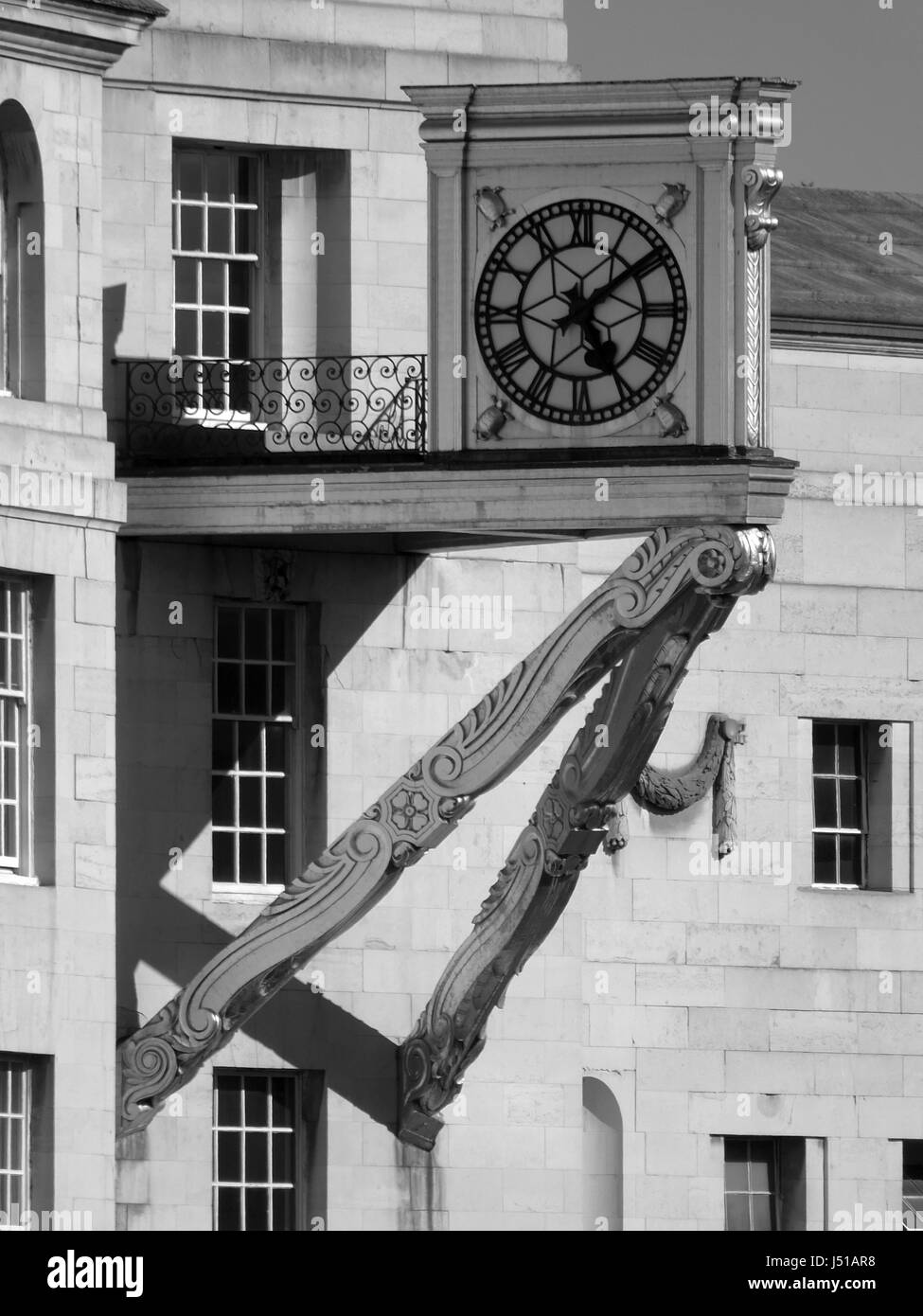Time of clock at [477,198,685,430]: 5:08
